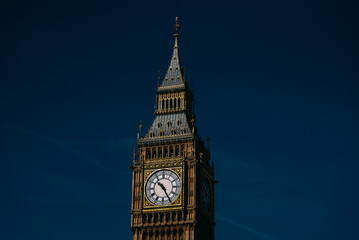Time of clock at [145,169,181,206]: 10:25
